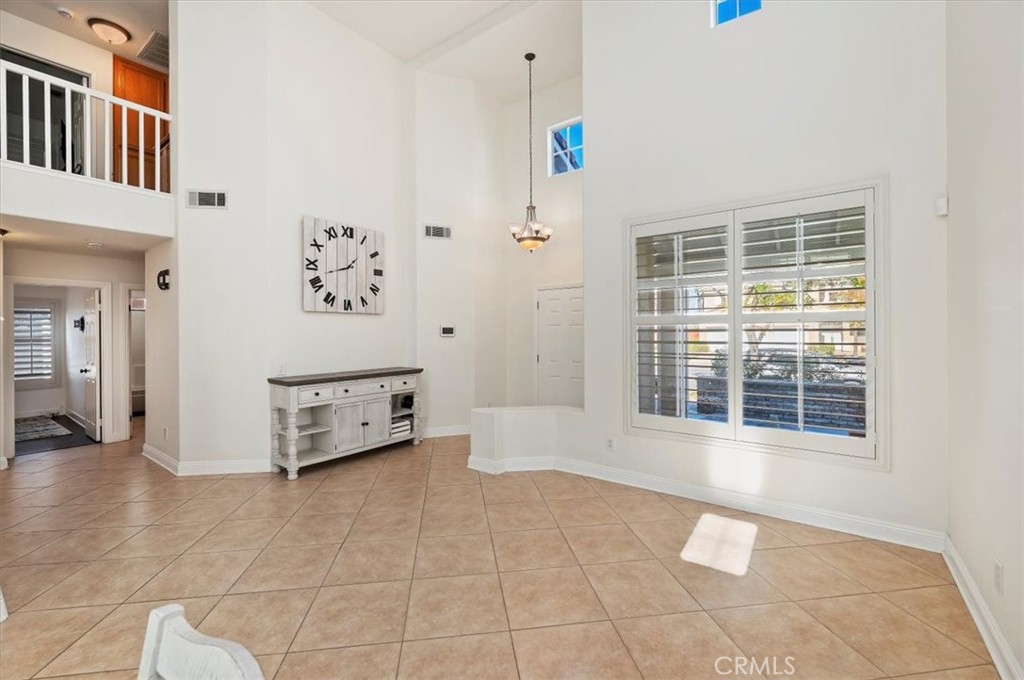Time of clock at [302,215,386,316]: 1:42
